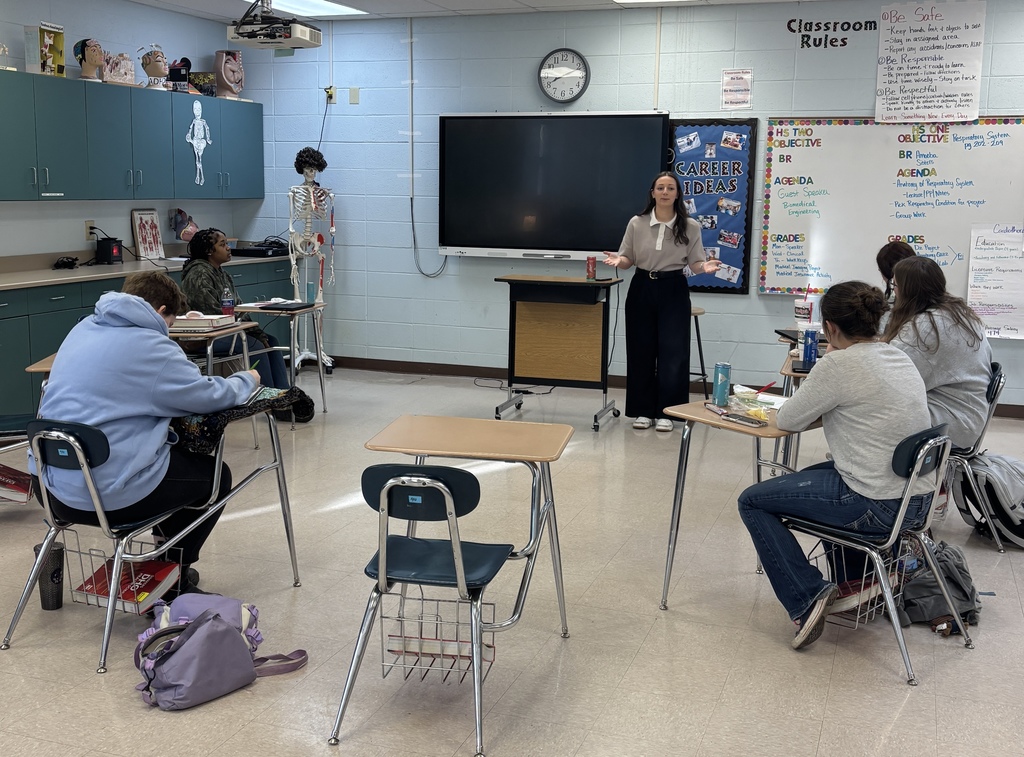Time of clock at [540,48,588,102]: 8:11
